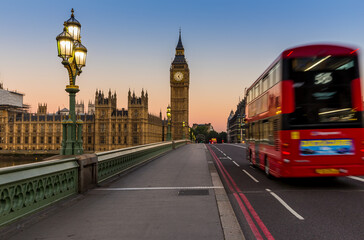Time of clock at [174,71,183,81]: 5:06
